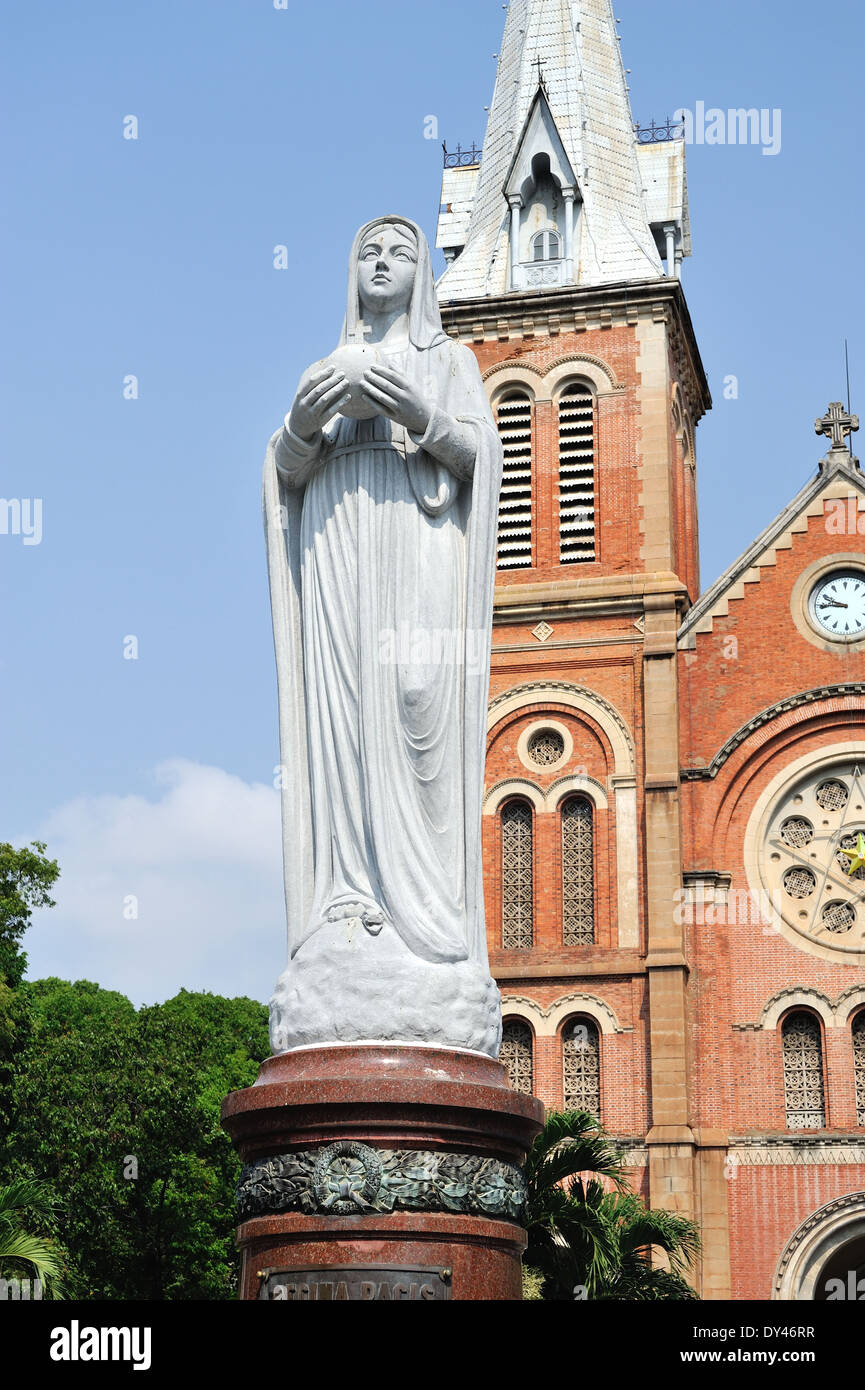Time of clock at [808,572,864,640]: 9:45
